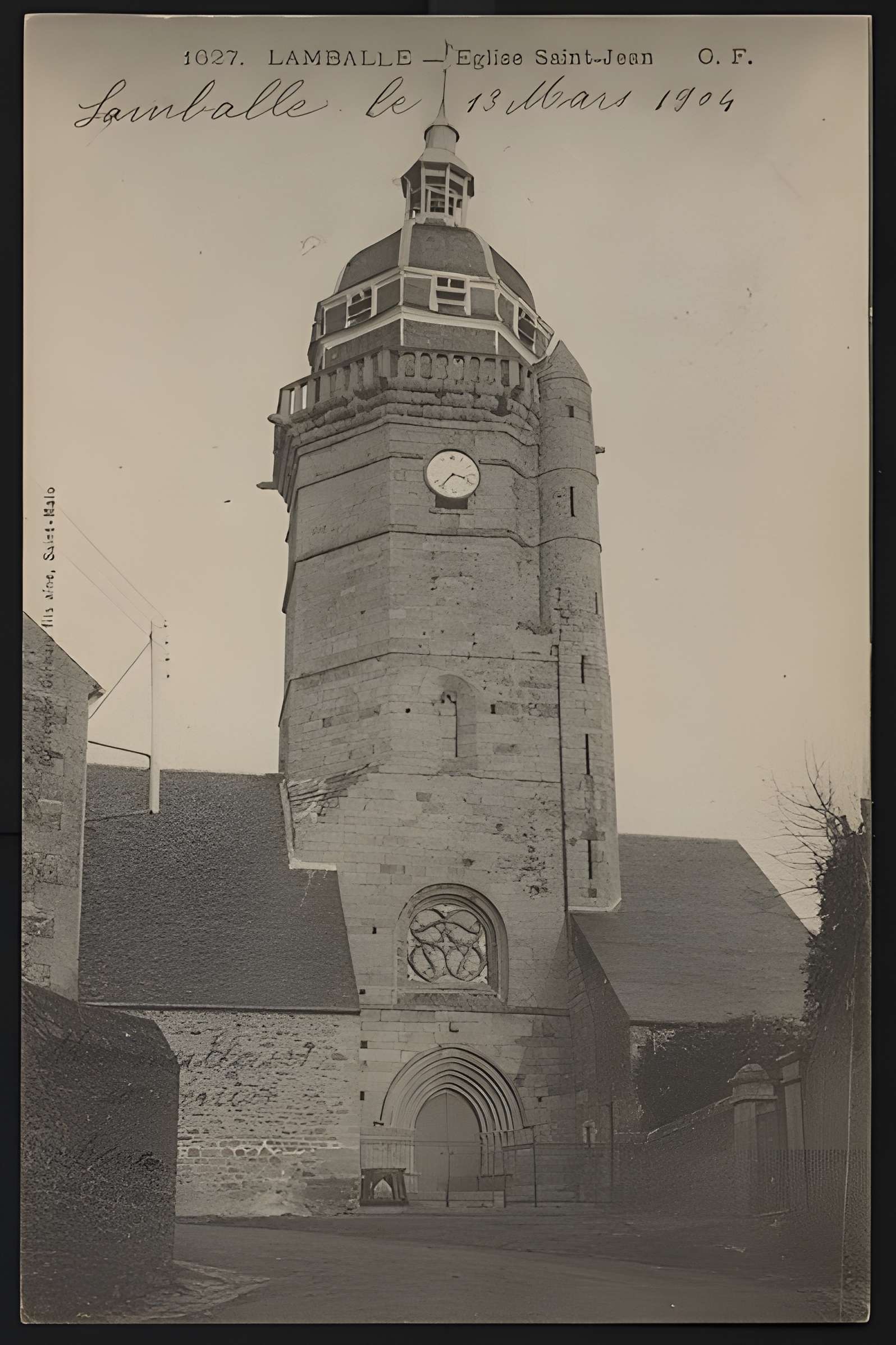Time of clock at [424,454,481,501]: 3:36
